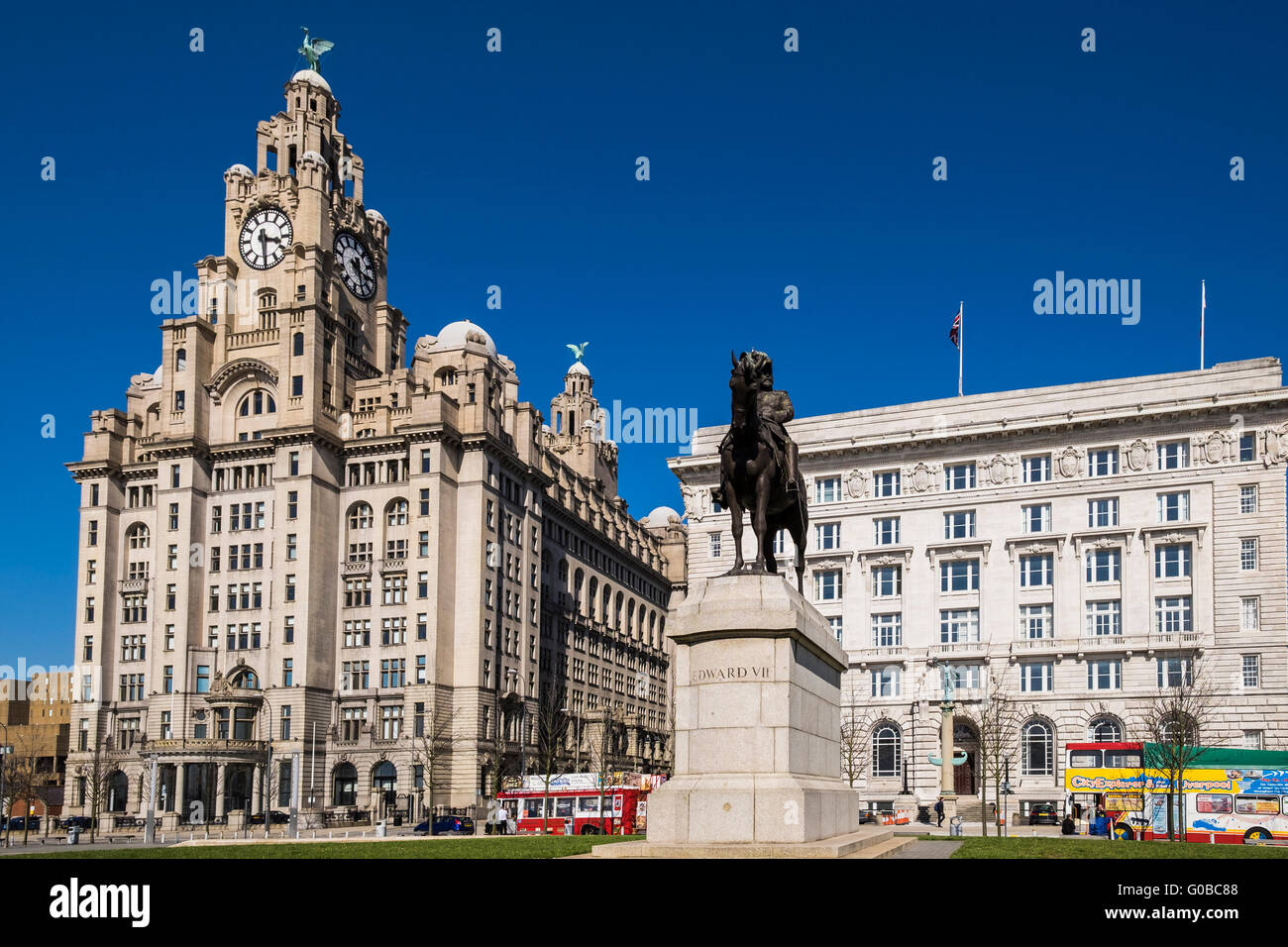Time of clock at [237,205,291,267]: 3:29
